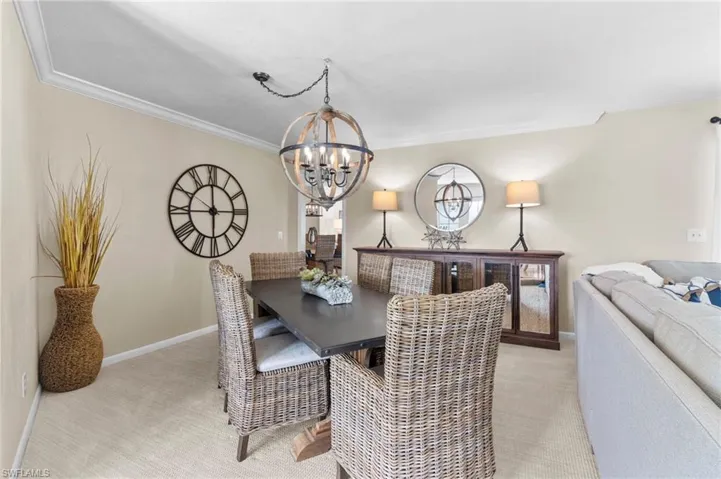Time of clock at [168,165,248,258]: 5:59
